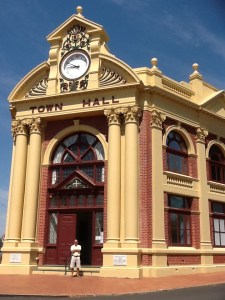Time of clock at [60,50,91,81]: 8:49
